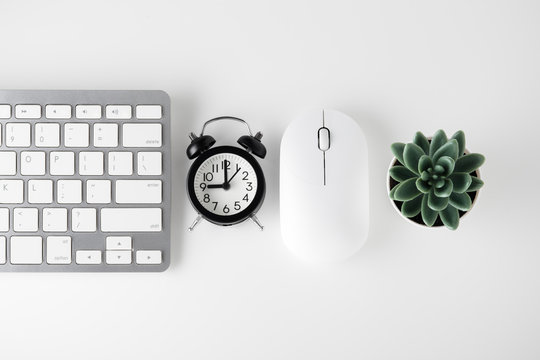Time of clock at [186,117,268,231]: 8:59
